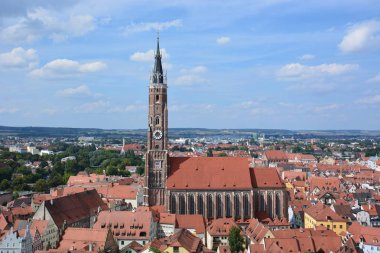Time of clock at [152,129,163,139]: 8:01
